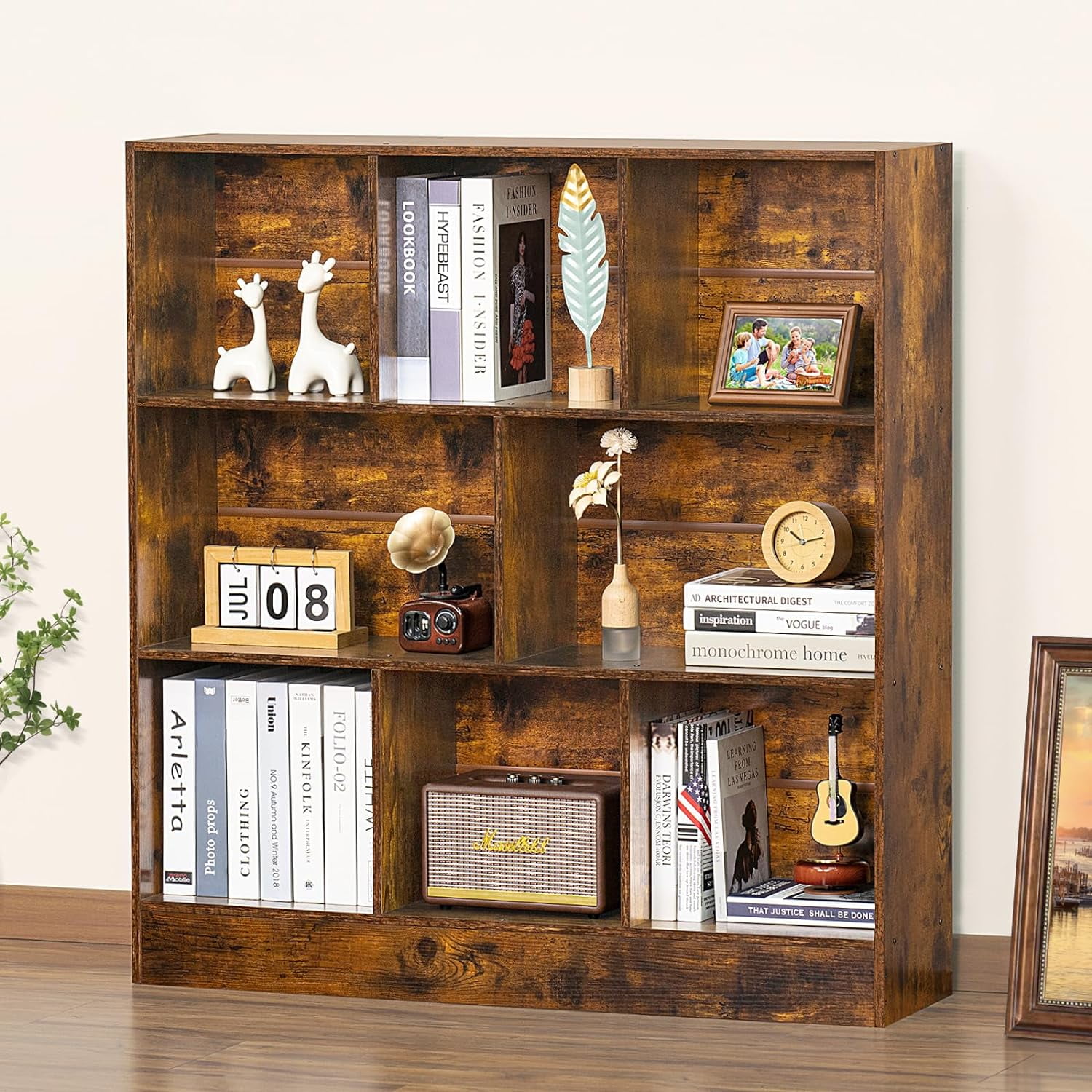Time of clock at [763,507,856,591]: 10:12
